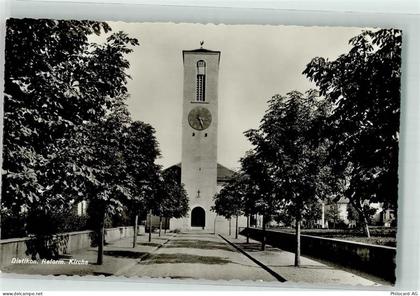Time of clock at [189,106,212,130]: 12:26
